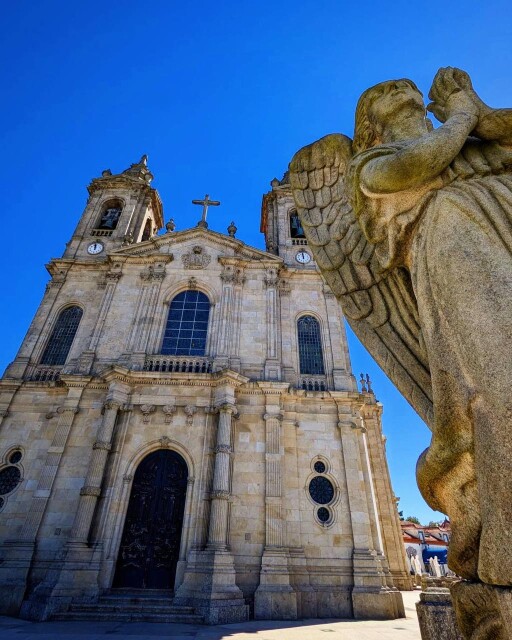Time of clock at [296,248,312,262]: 11:59
